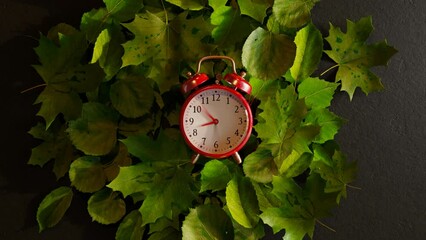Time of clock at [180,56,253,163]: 10:42
